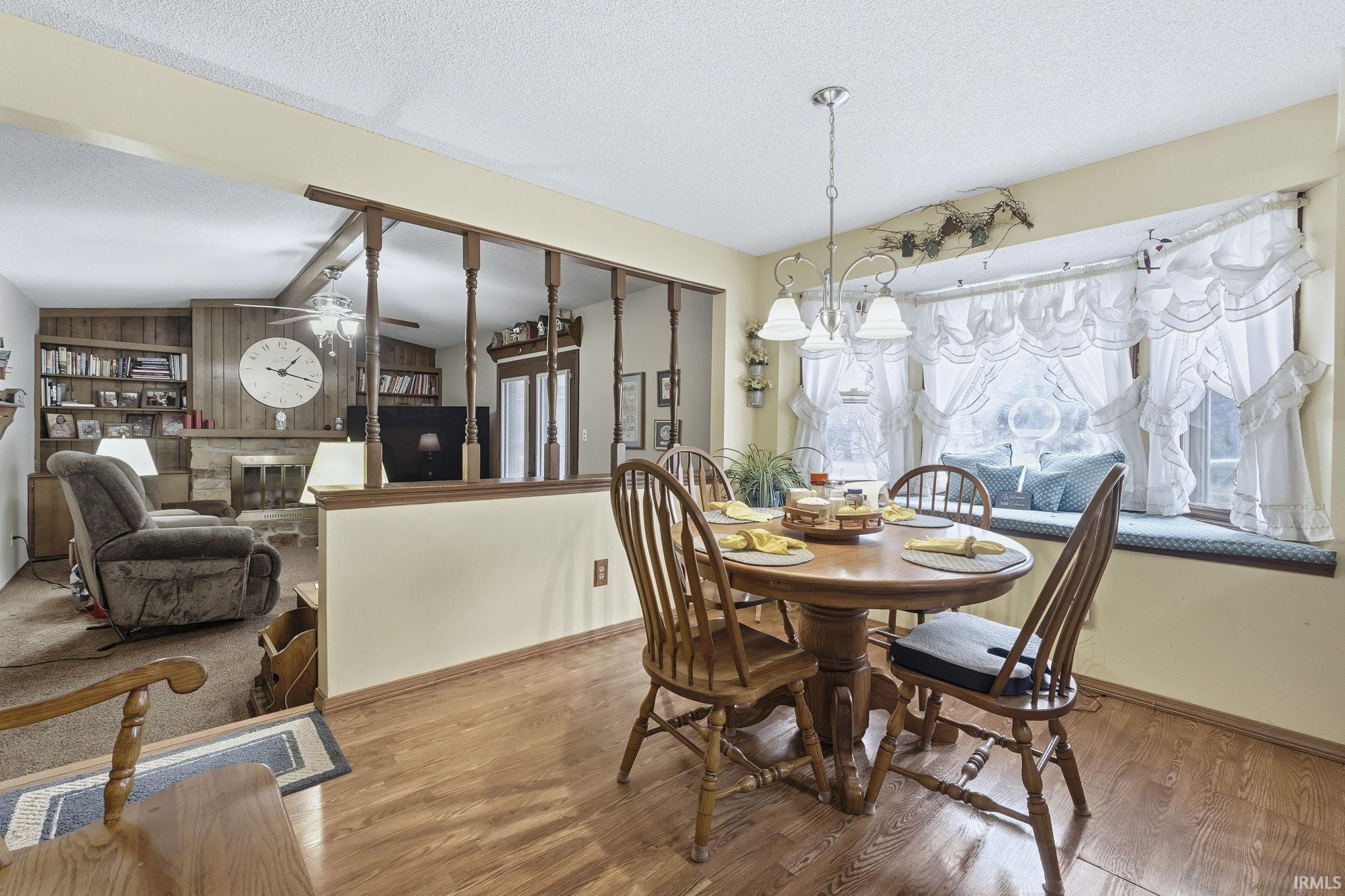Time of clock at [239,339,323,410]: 1:17
